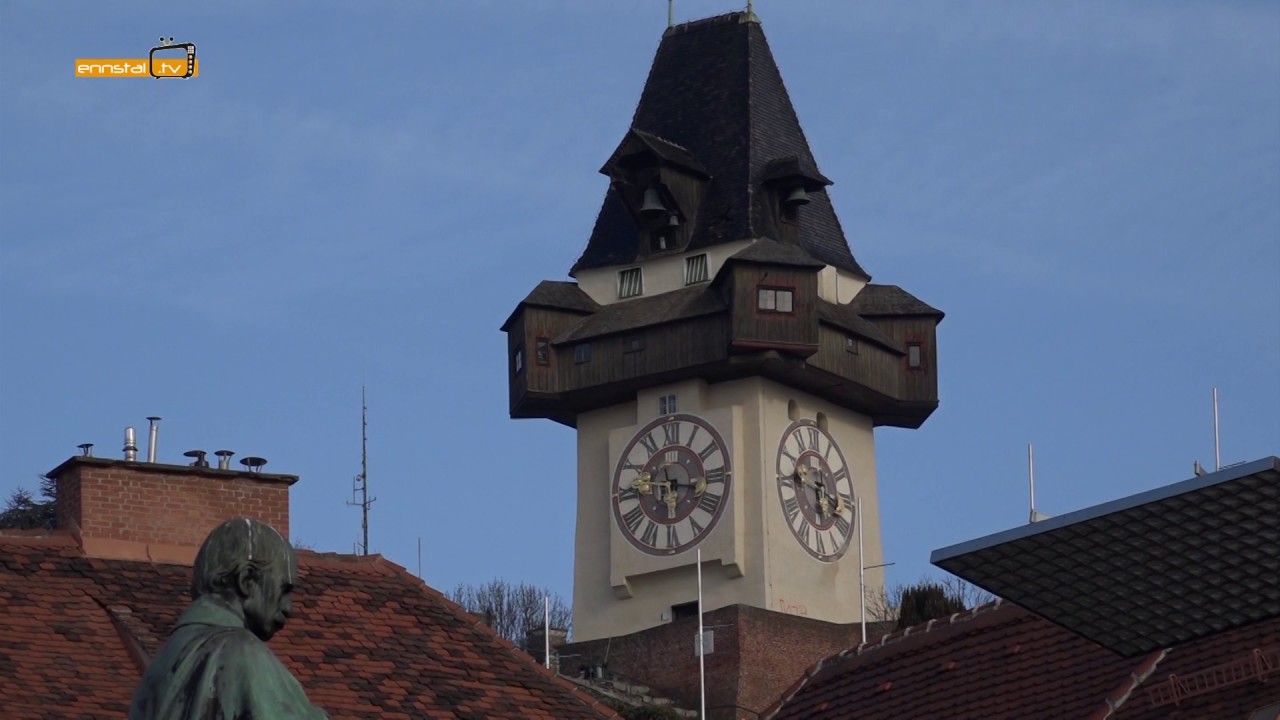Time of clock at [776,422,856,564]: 5:45
